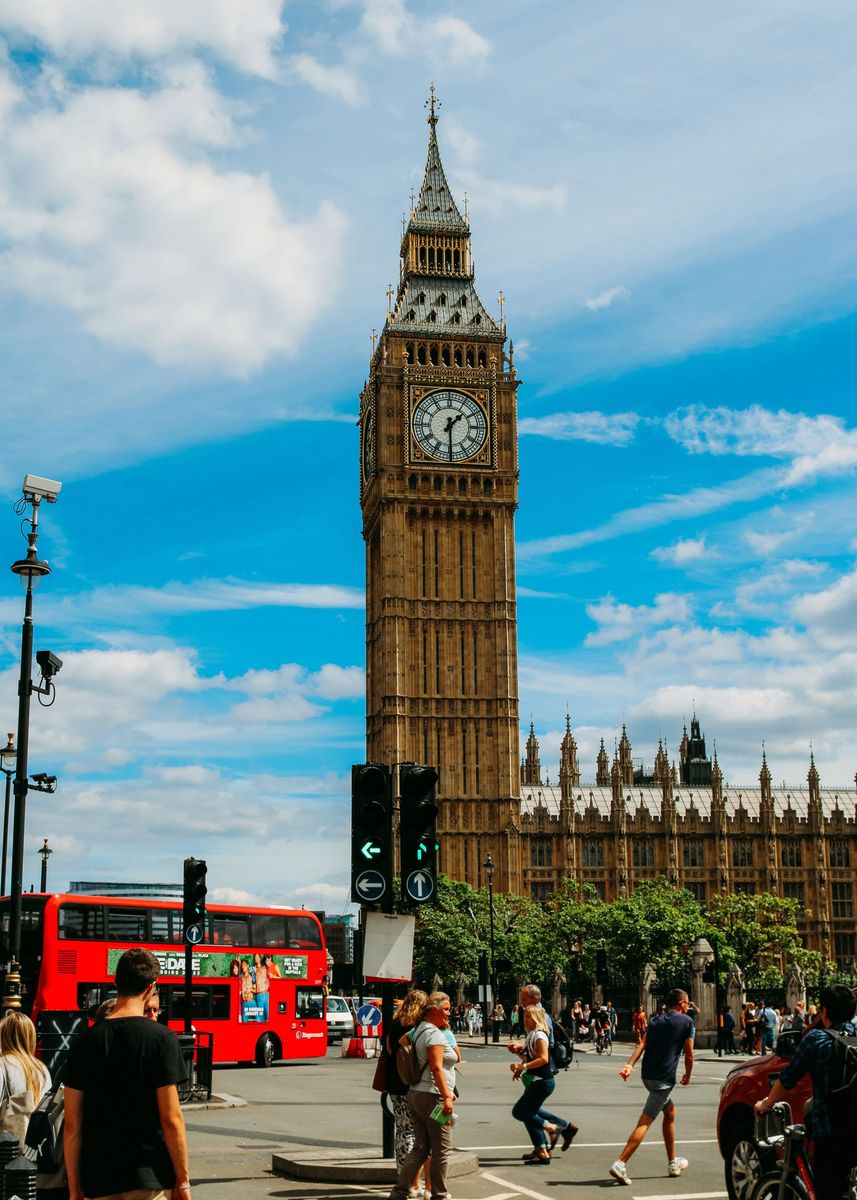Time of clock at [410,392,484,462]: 1:29
